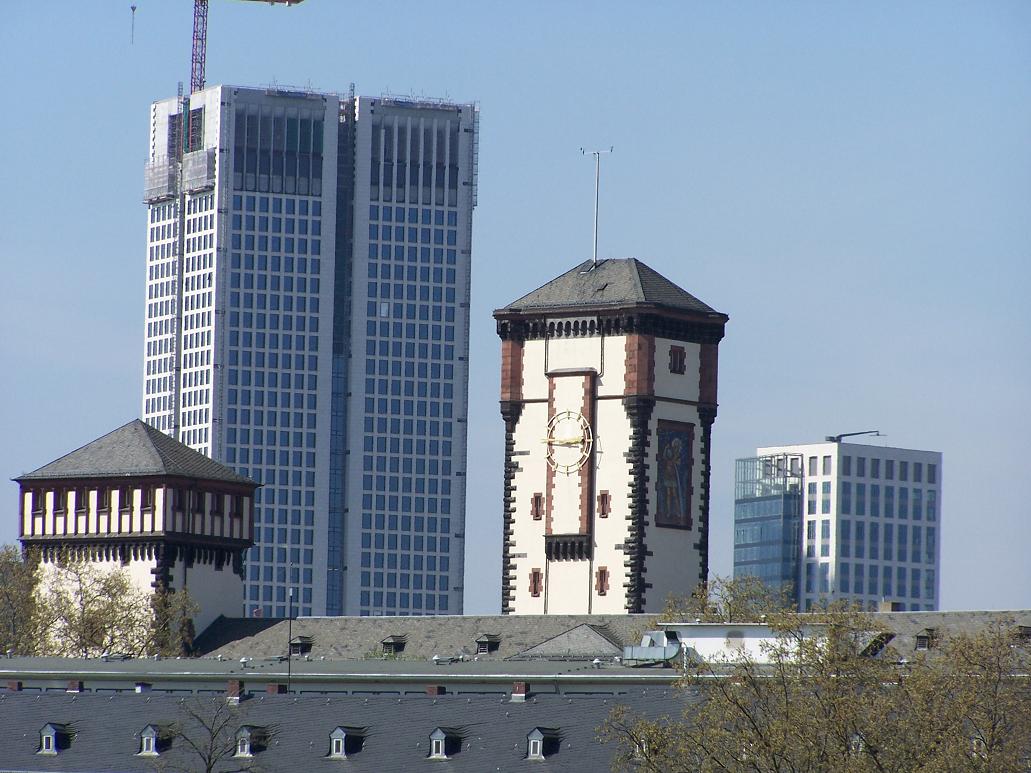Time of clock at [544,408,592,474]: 2:46
